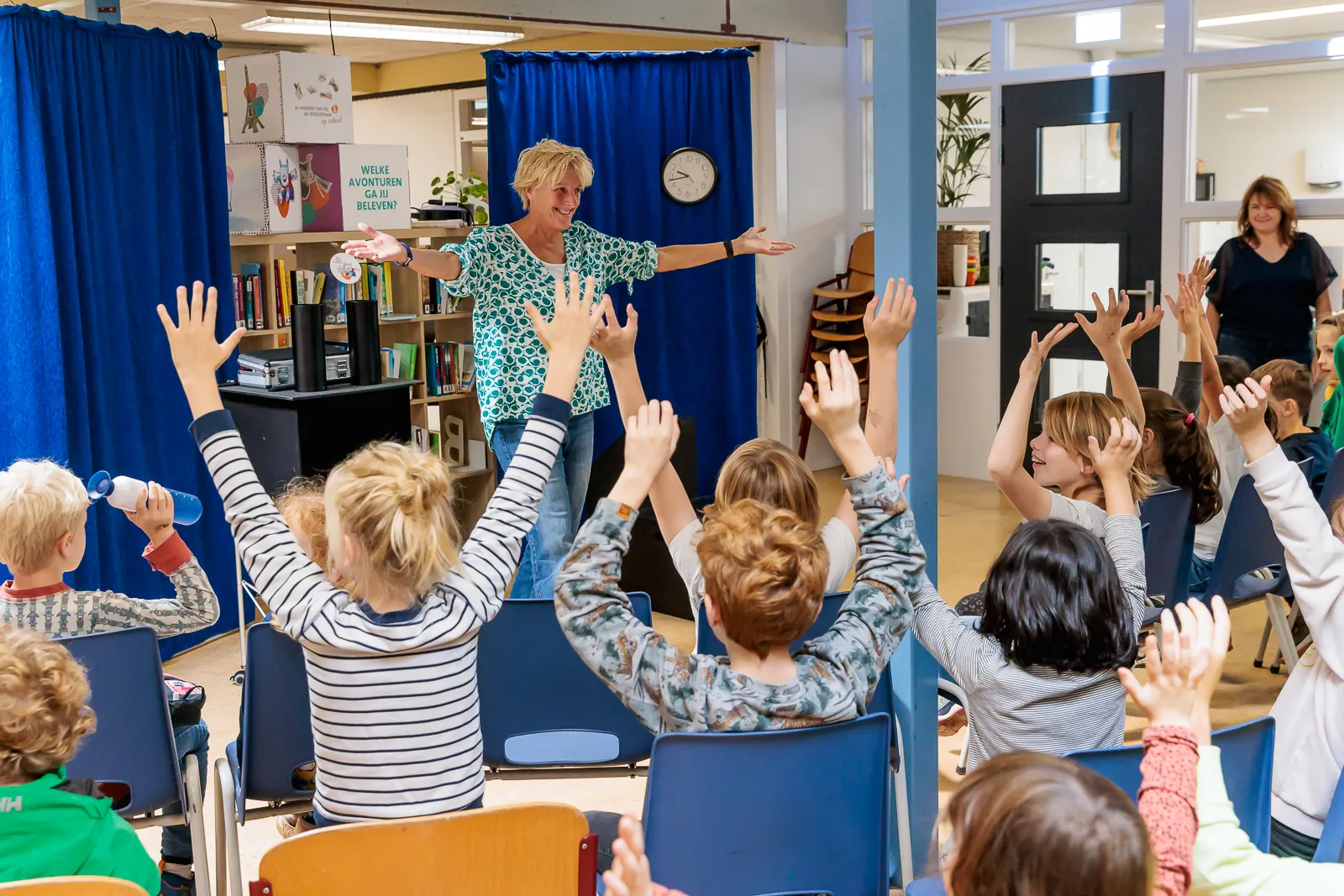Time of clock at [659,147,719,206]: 9:42
